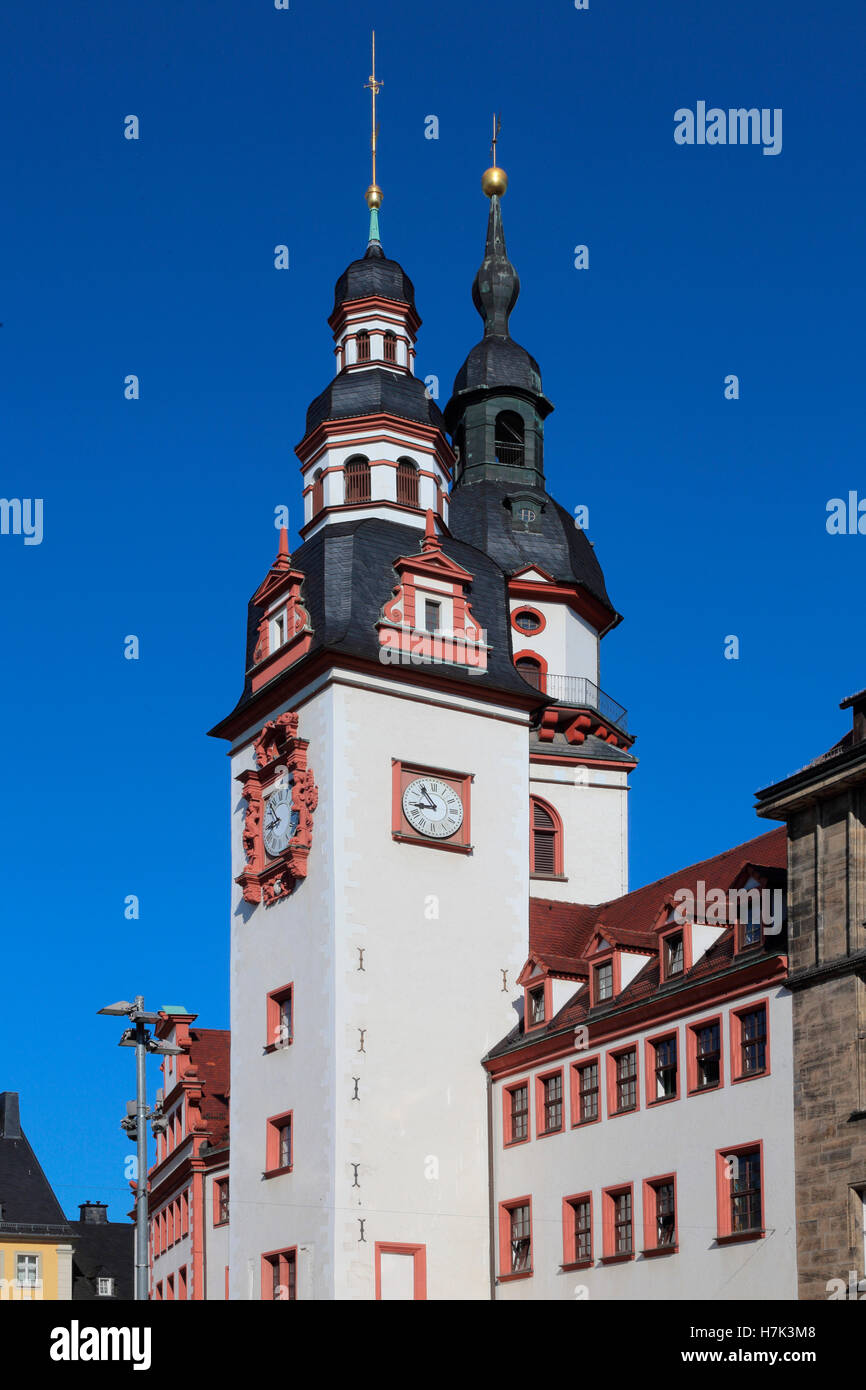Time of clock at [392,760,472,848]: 8:54
